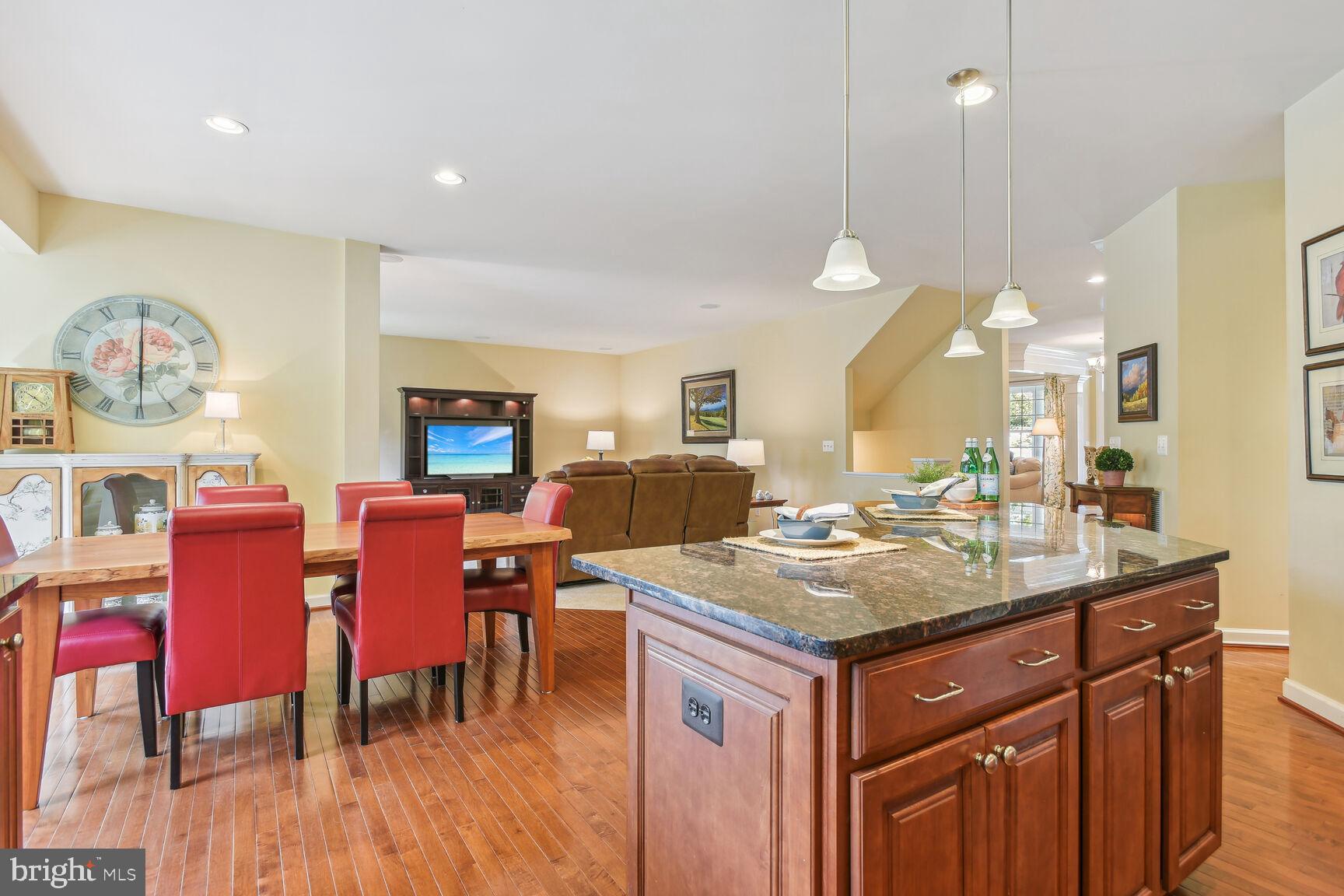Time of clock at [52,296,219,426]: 6:00
